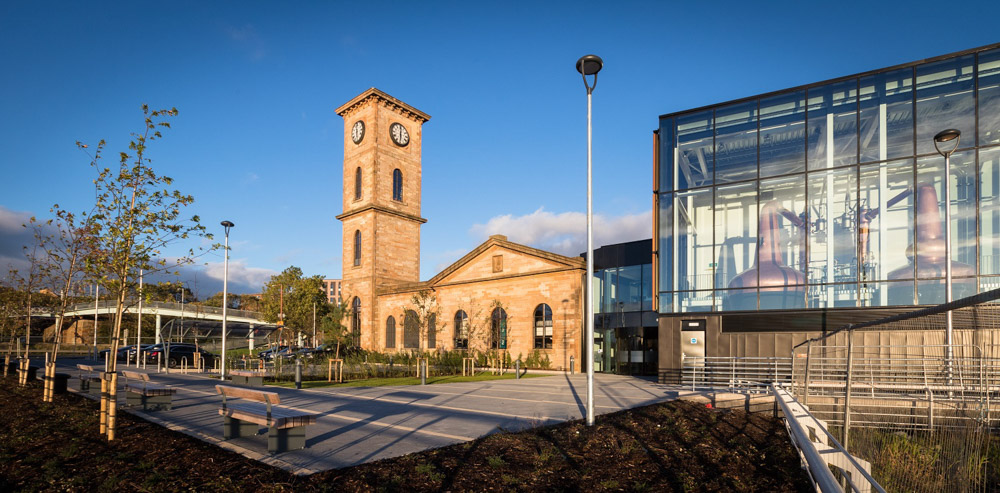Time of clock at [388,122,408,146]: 6:00
